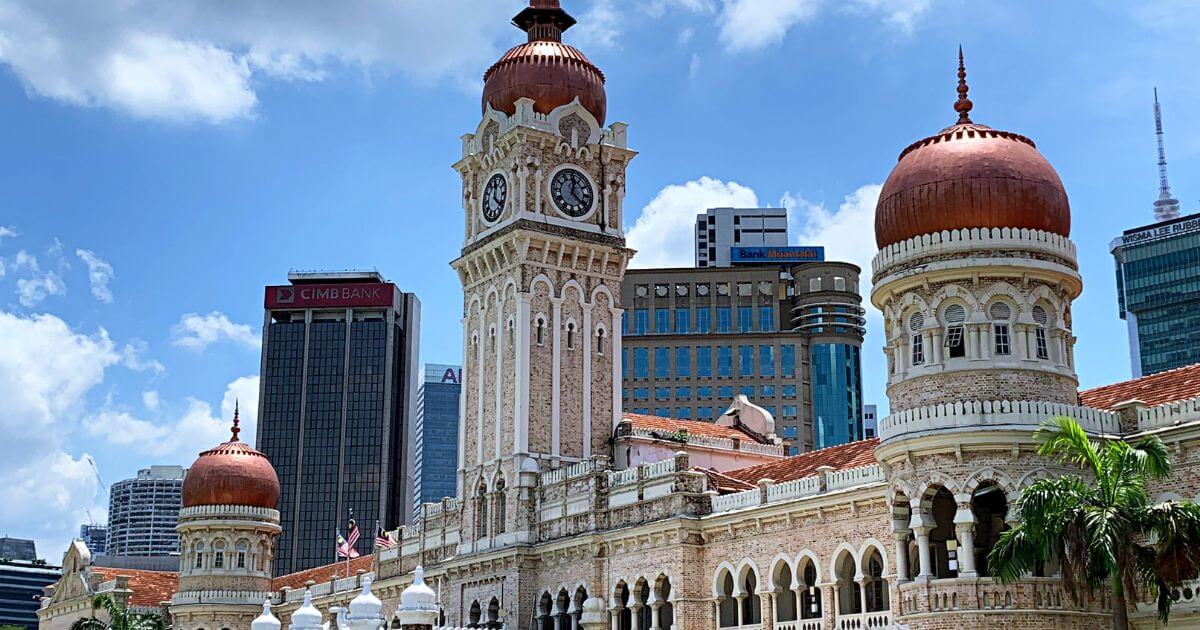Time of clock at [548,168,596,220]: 12:22
